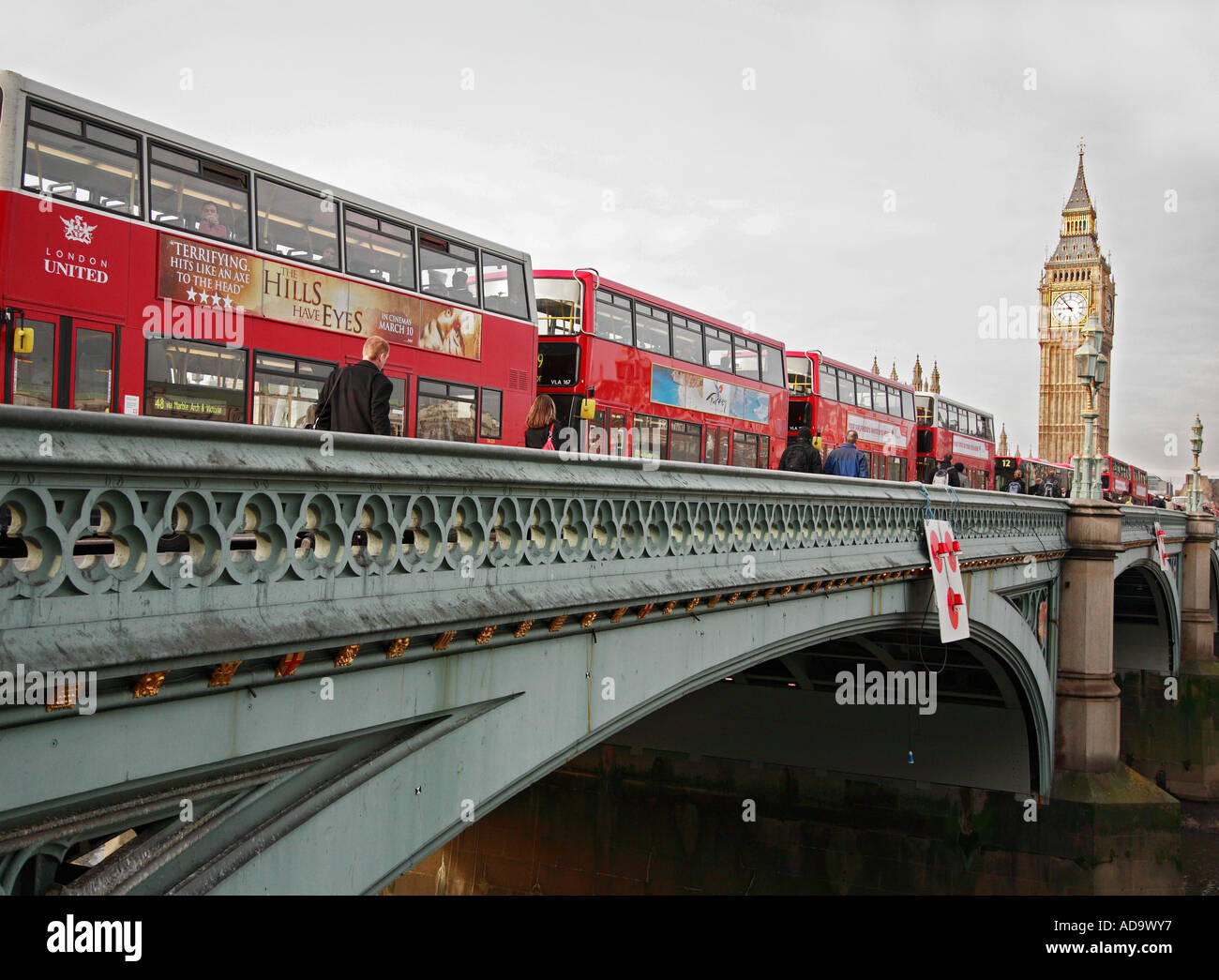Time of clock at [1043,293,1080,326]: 8:53
